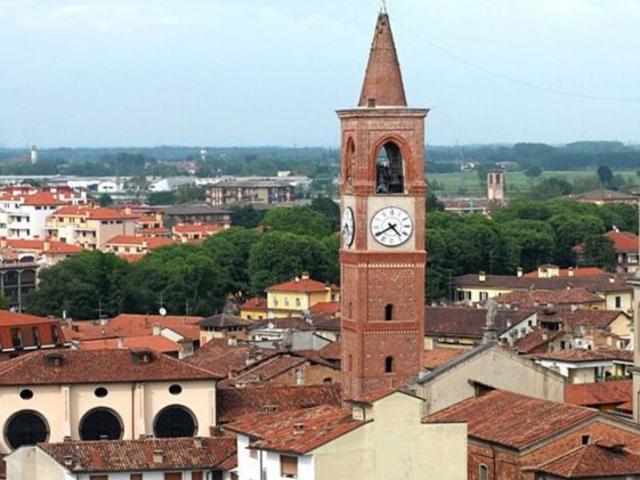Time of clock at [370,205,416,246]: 4:39
